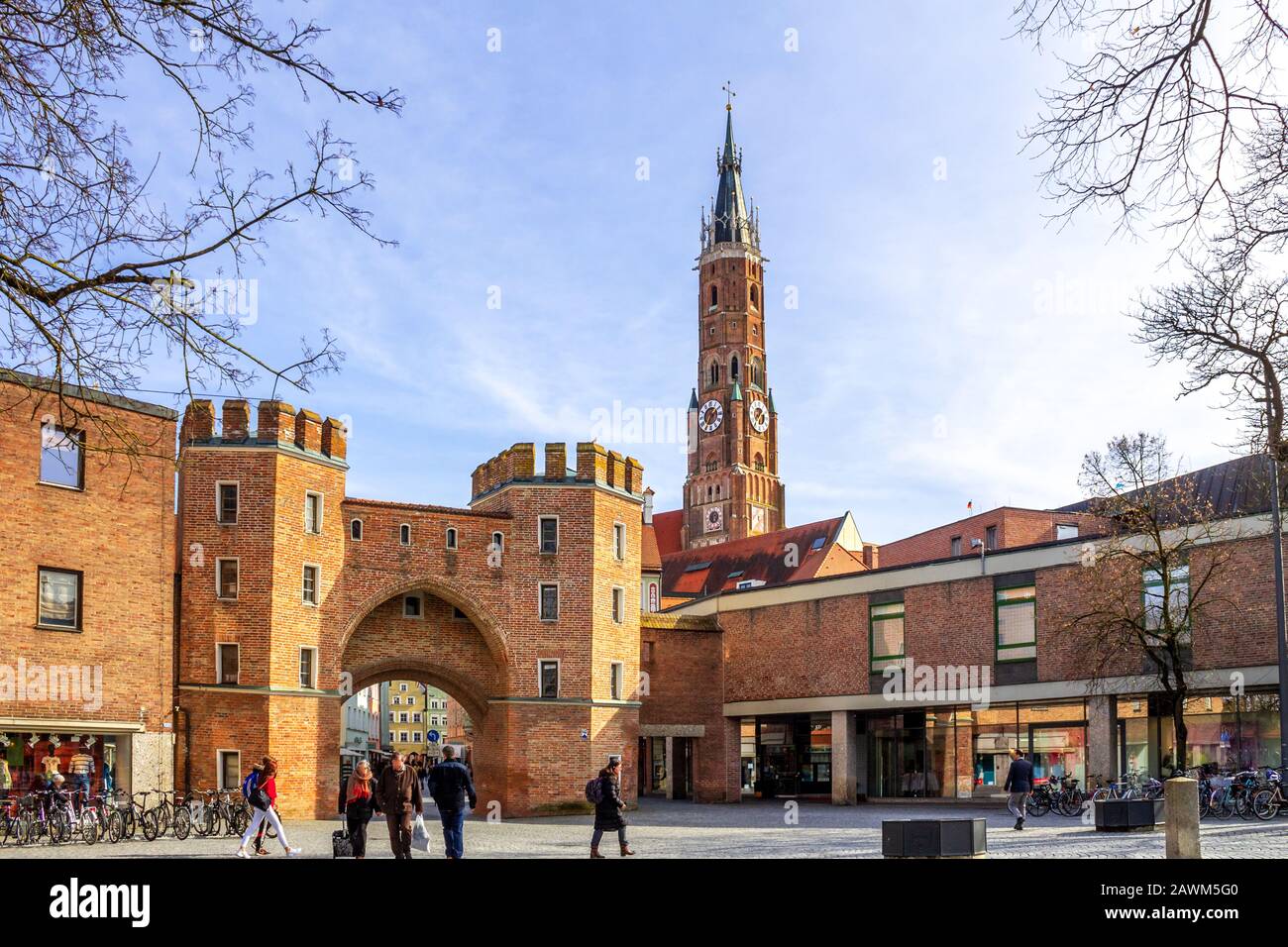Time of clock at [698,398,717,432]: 1:35
